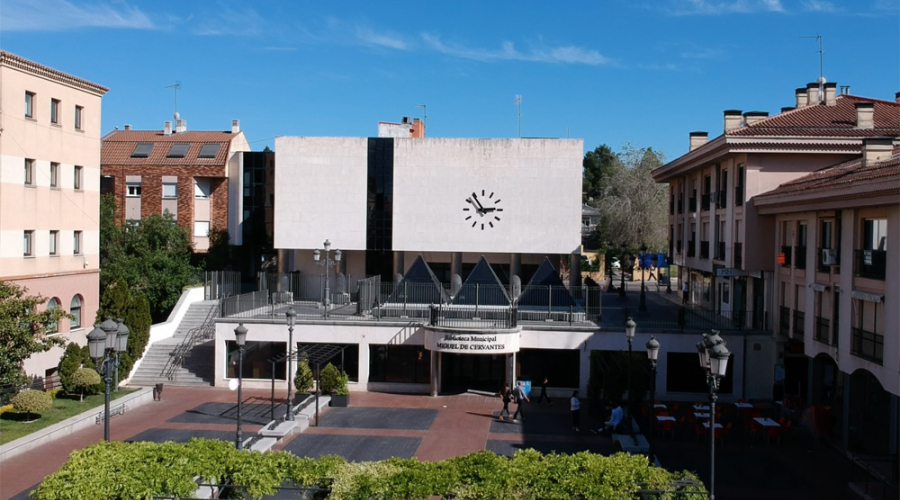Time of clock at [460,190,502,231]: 2:54
